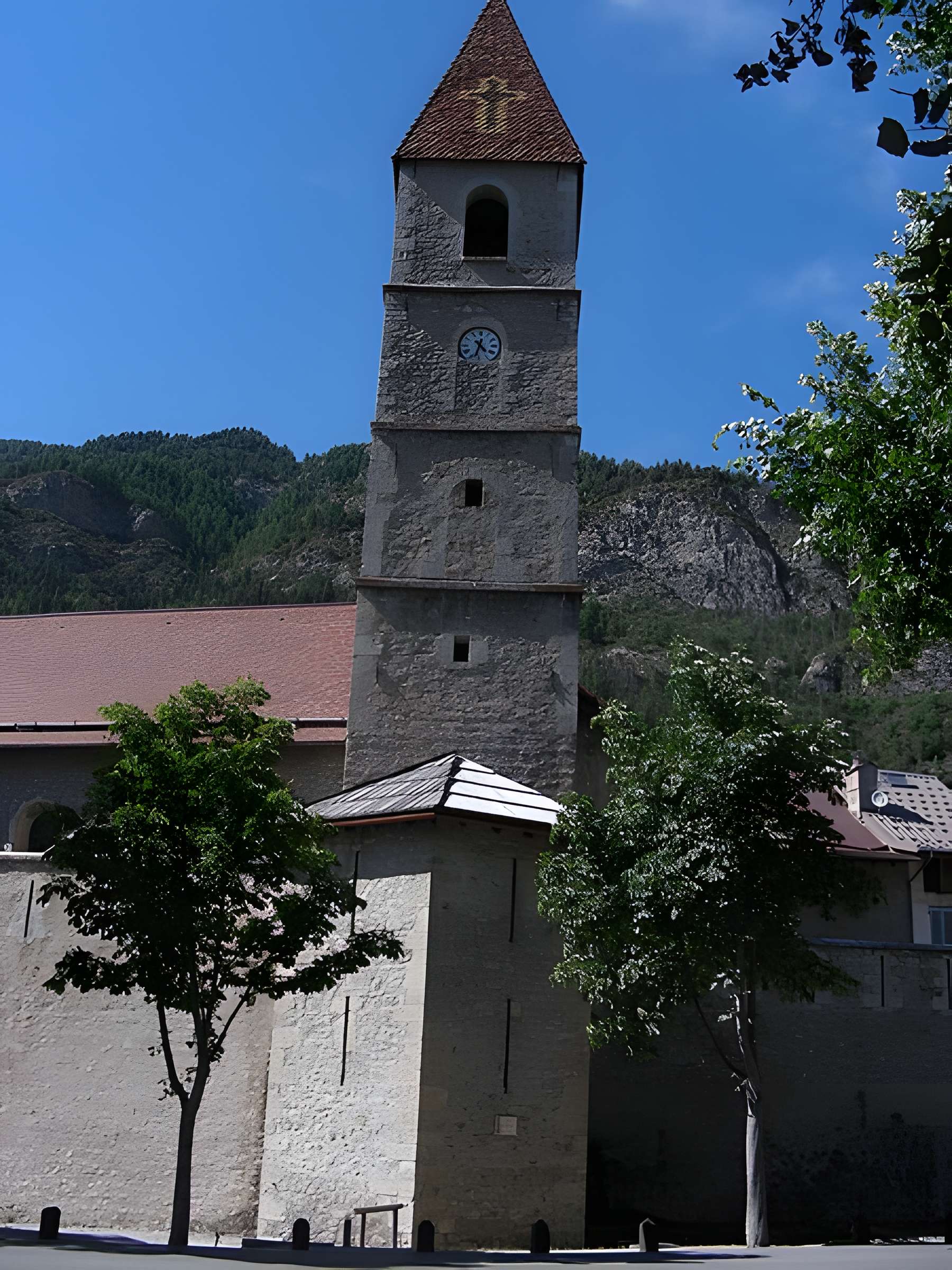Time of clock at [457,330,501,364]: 4:33
